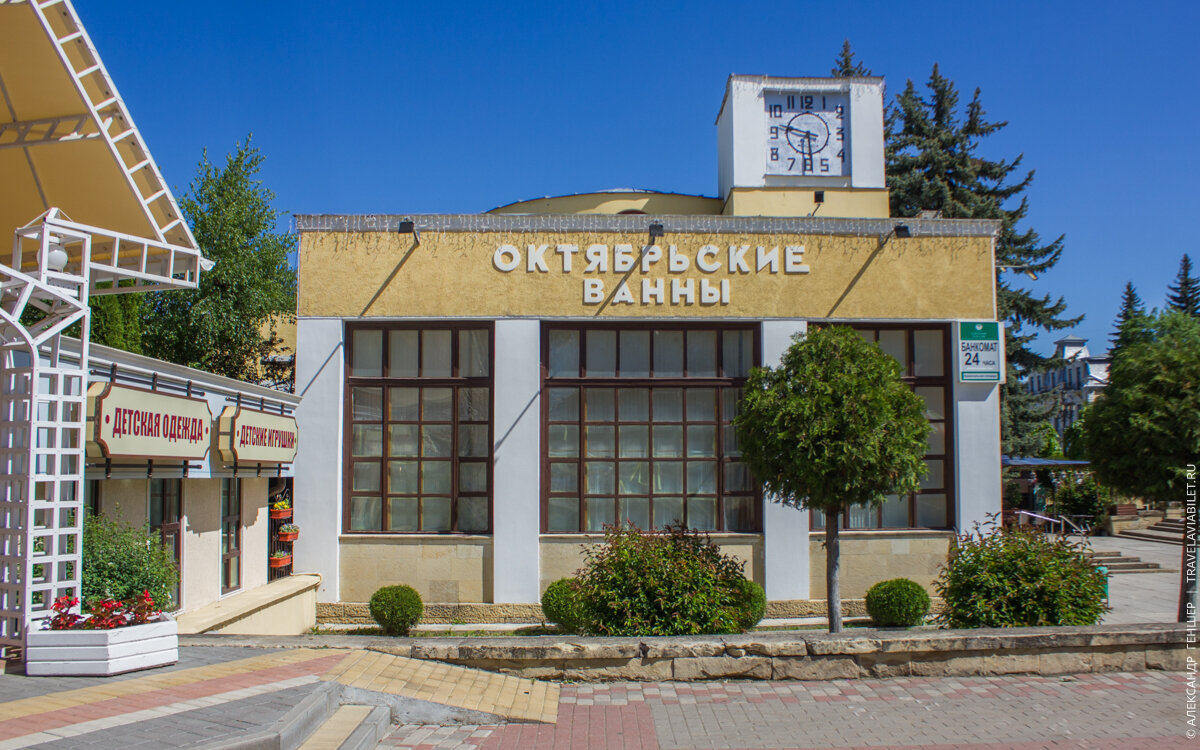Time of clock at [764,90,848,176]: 9:29
